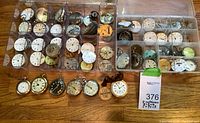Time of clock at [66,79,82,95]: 4:51
